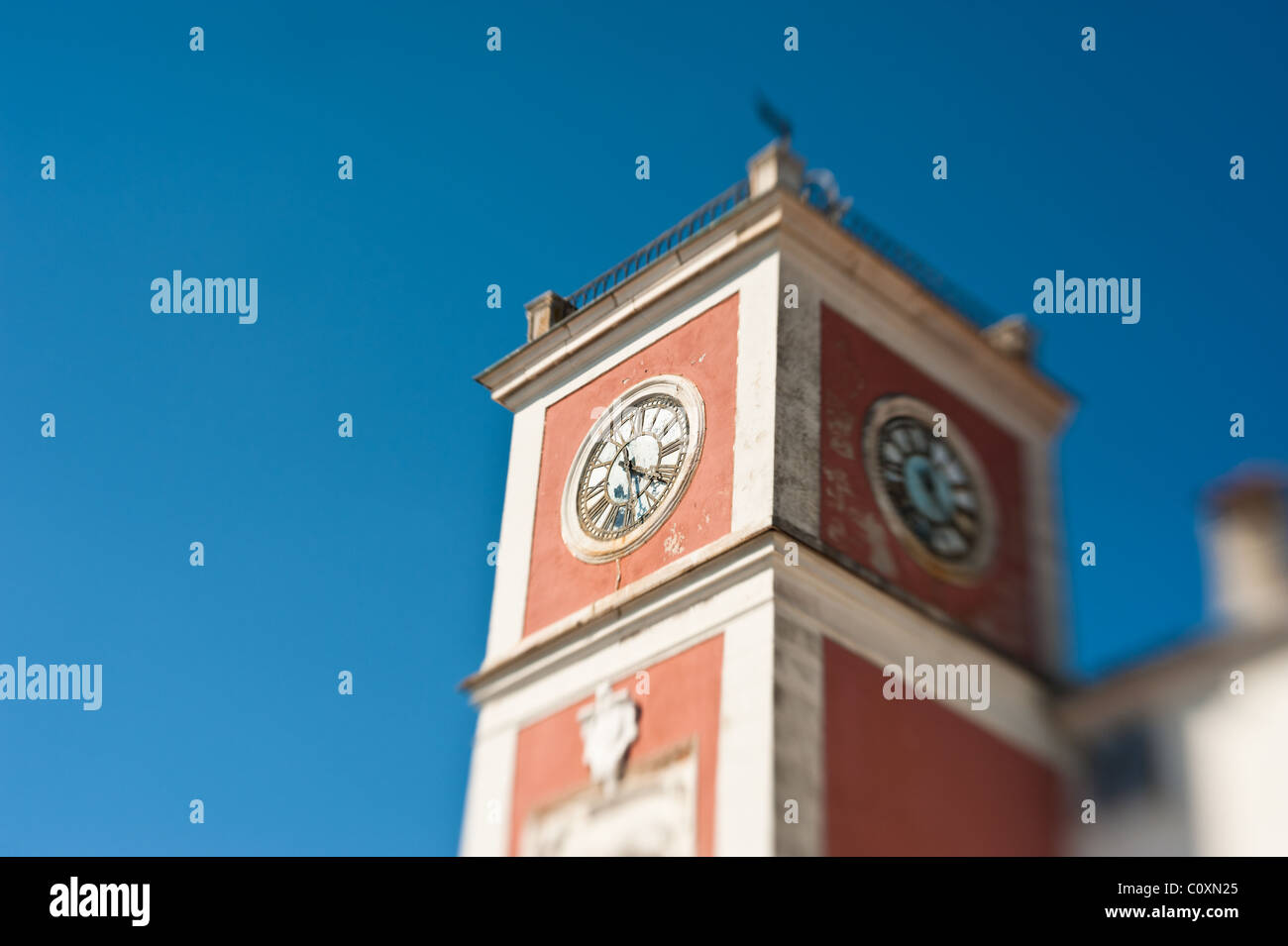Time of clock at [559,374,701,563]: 11:20
